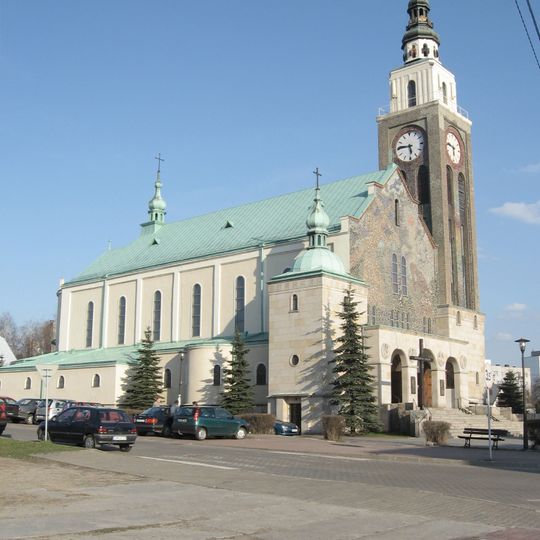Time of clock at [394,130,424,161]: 5:46
